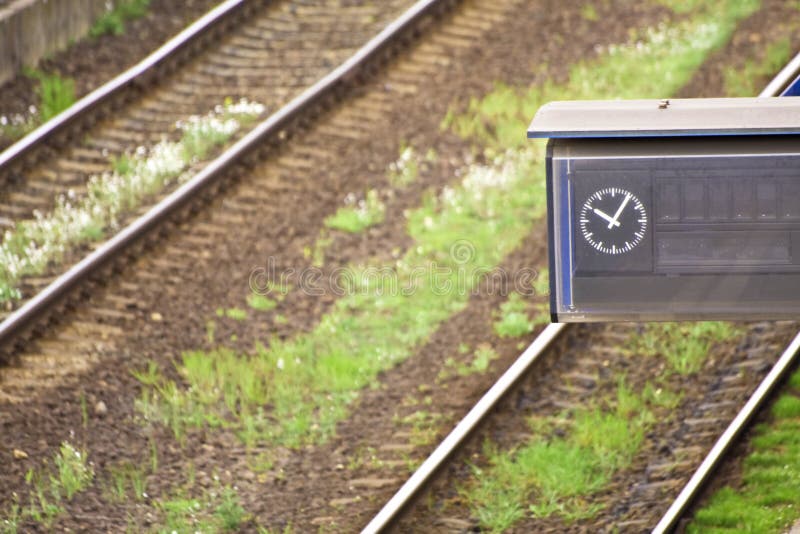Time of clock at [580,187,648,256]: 10:05
